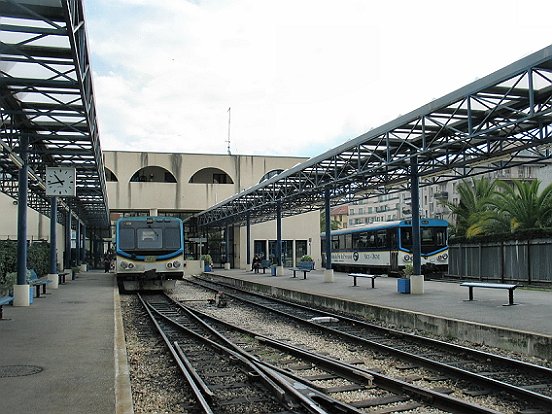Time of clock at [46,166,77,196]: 10:42
